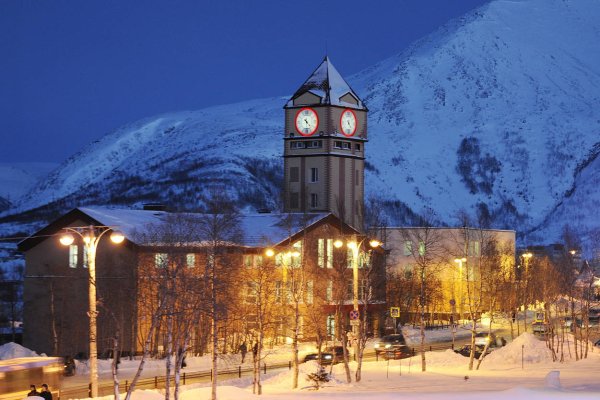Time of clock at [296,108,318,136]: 4:29
